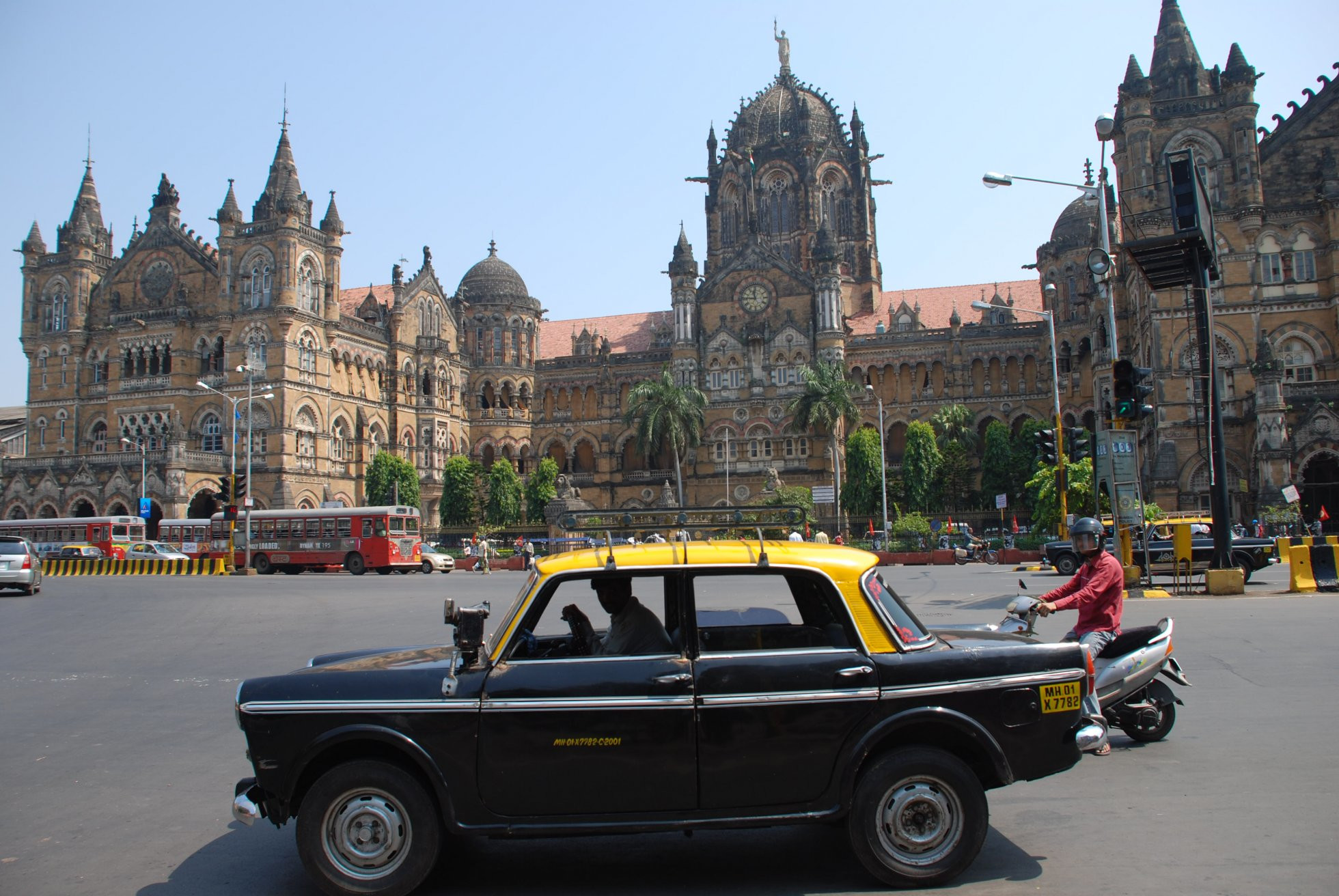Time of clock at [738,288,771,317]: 11:45
